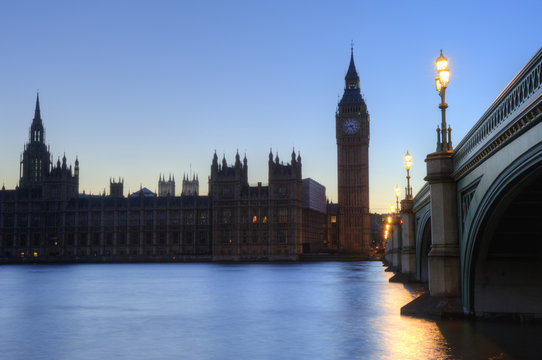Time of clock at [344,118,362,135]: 4:42
